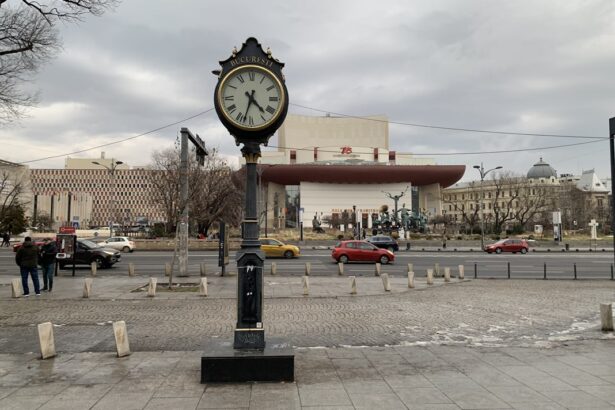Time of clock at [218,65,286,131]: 4:32
